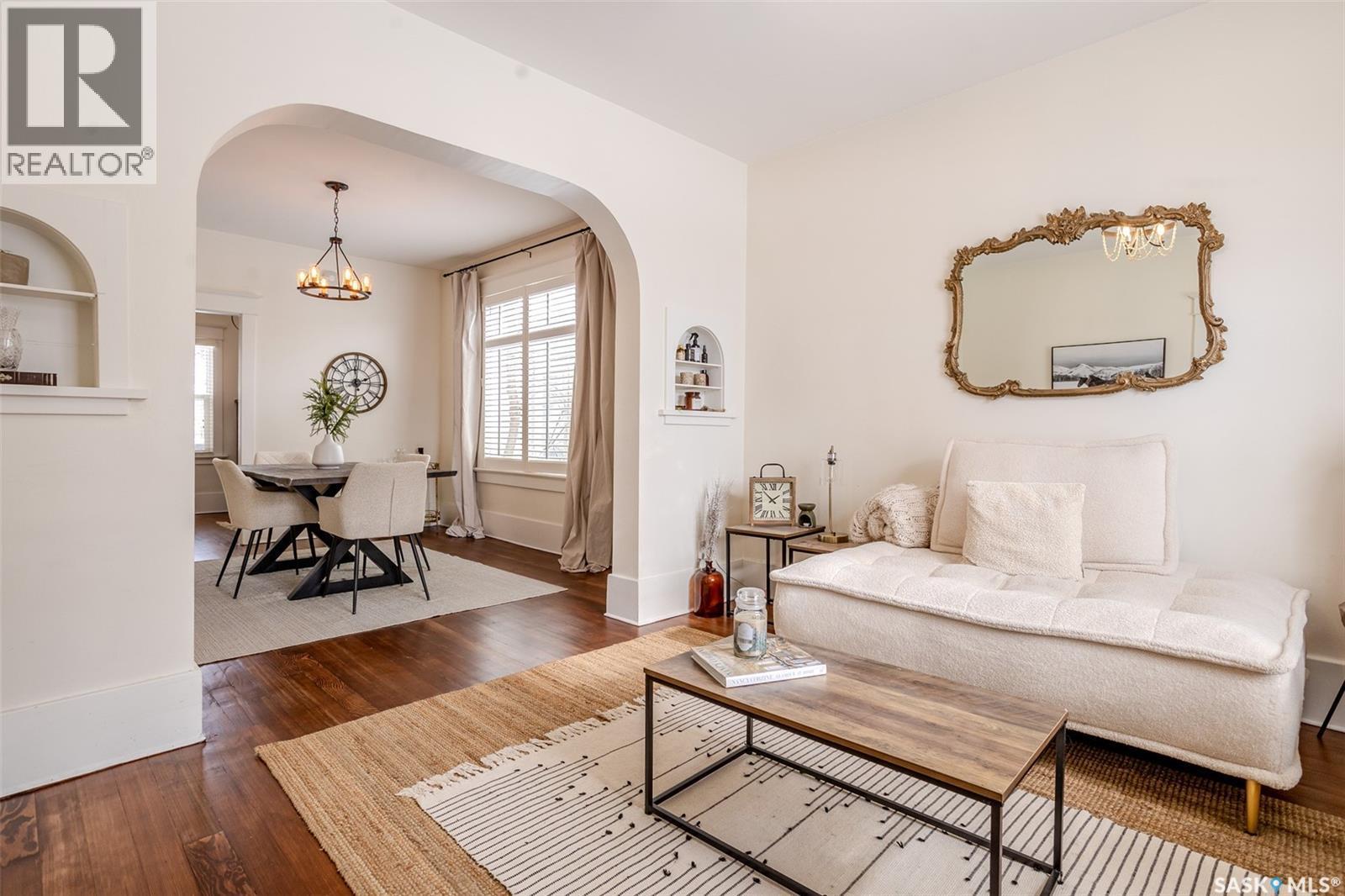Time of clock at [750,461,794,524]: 1:52
